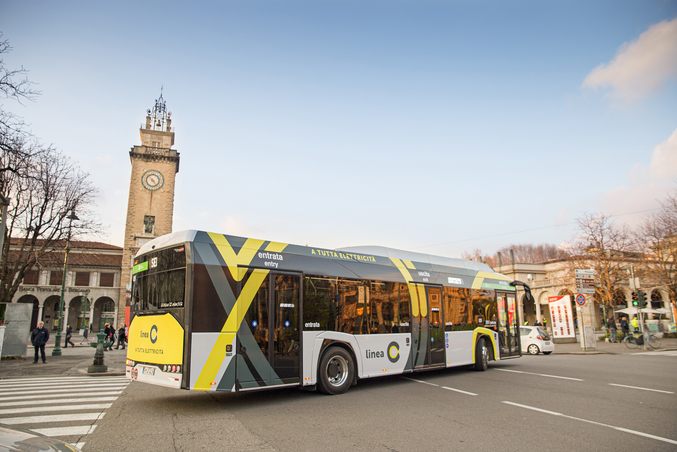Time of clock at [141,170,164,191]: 4:52
